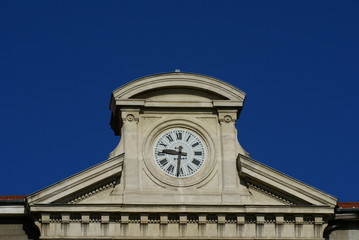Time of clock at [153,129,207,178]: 9:31
